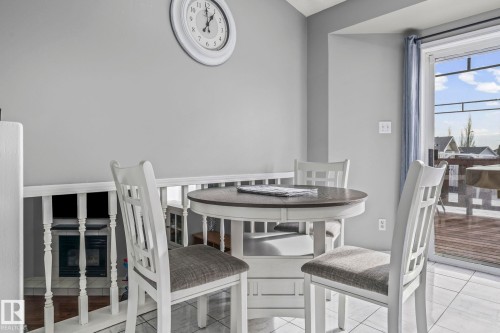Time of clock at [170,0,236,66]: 12:59
